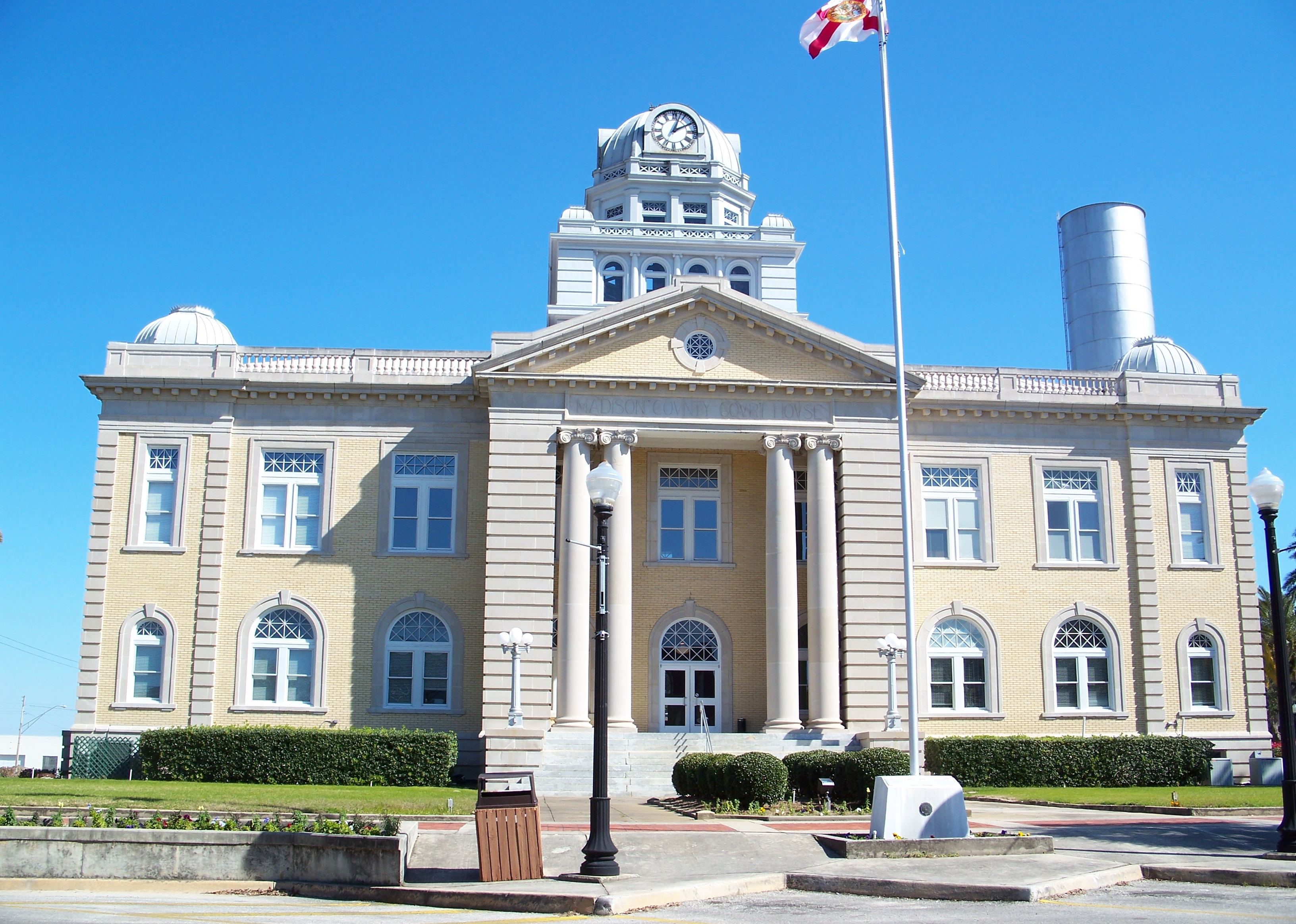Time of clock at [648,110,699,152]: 2:03
